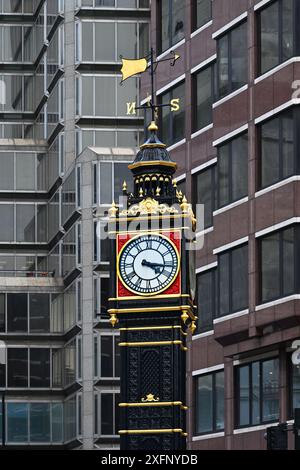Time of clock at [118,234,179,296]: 4:16
